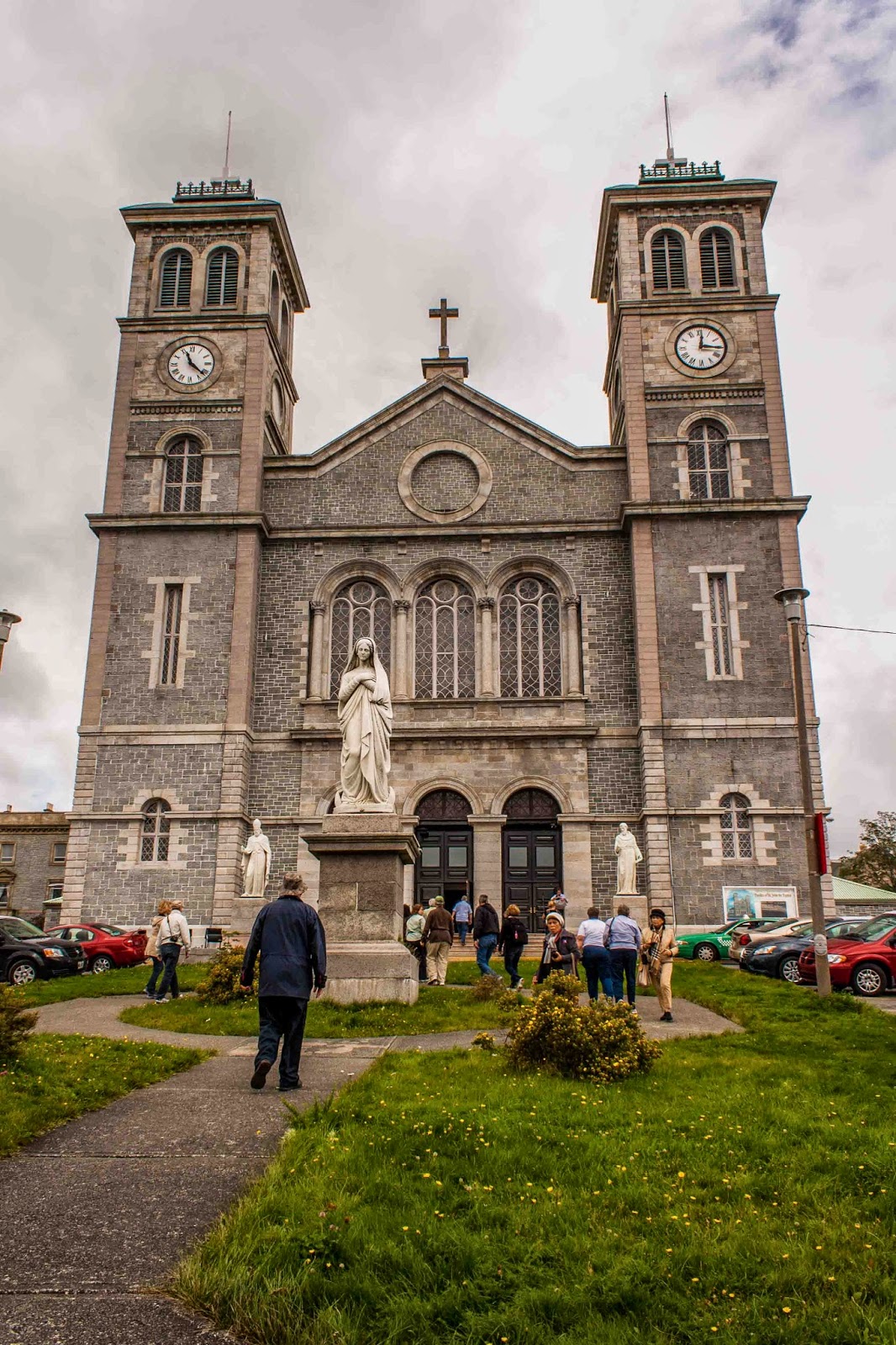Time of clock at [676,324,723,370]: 12:15
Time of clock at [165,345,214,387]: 11:21
